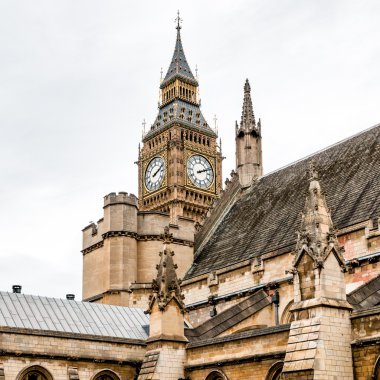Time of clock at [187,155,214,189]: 2:11
